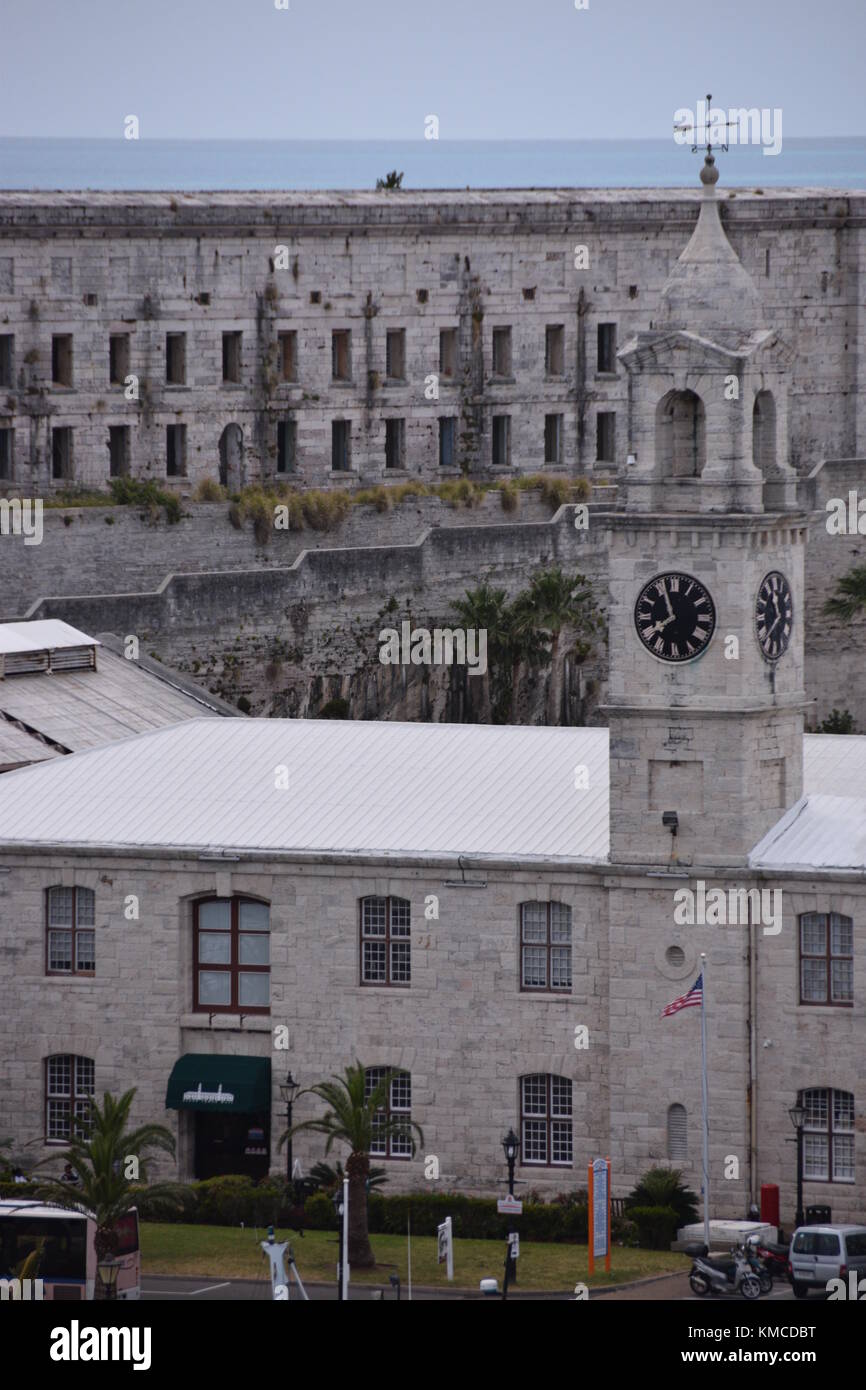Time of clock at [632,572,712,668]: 7:56
